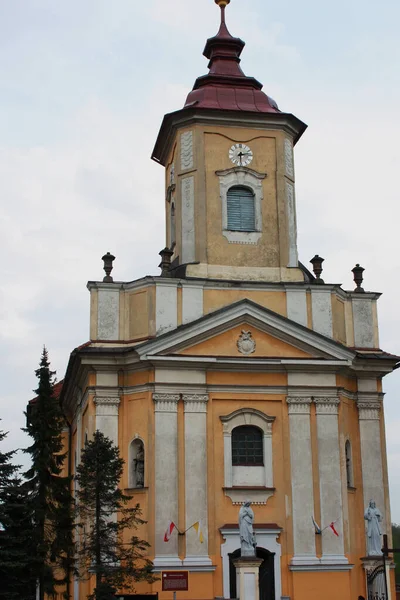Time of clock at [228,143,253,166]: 2:30
